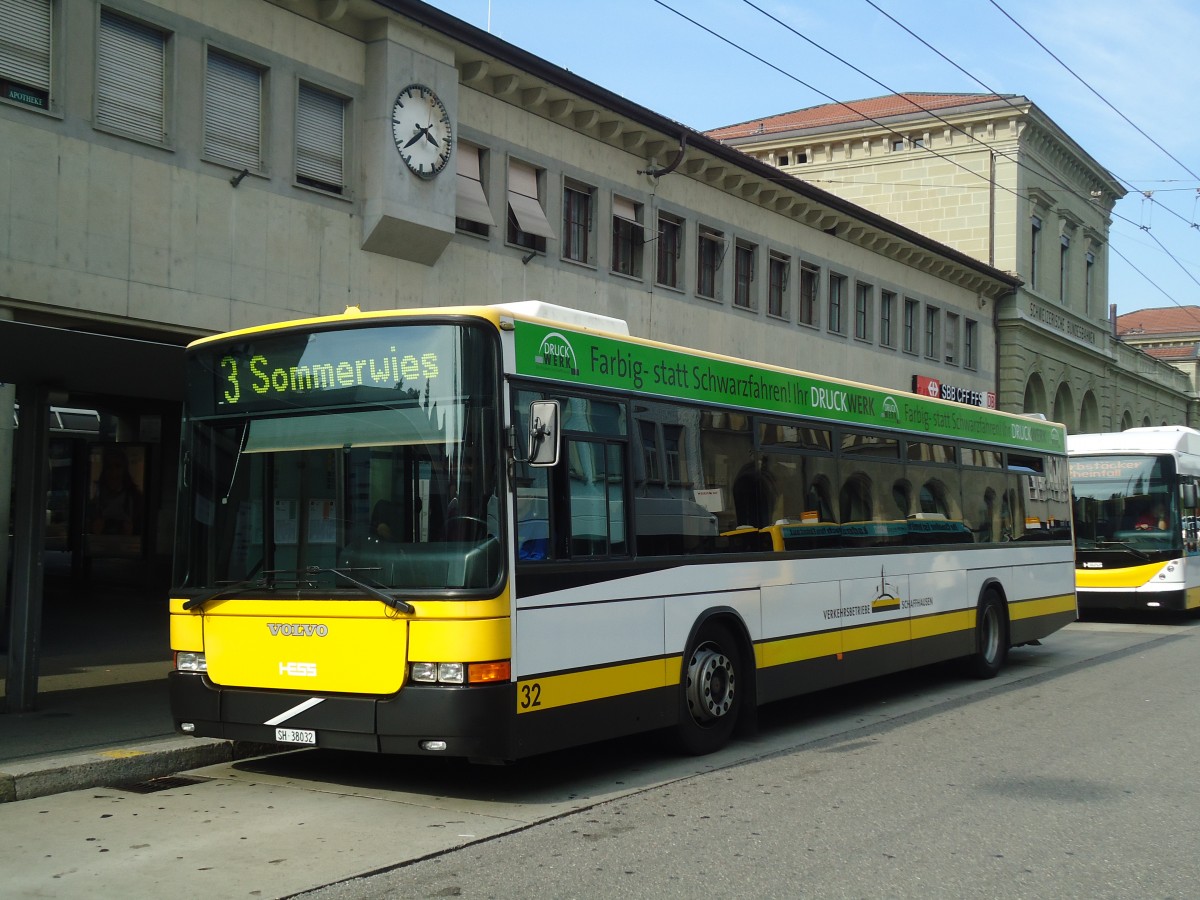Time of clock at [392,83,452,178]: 3:38
